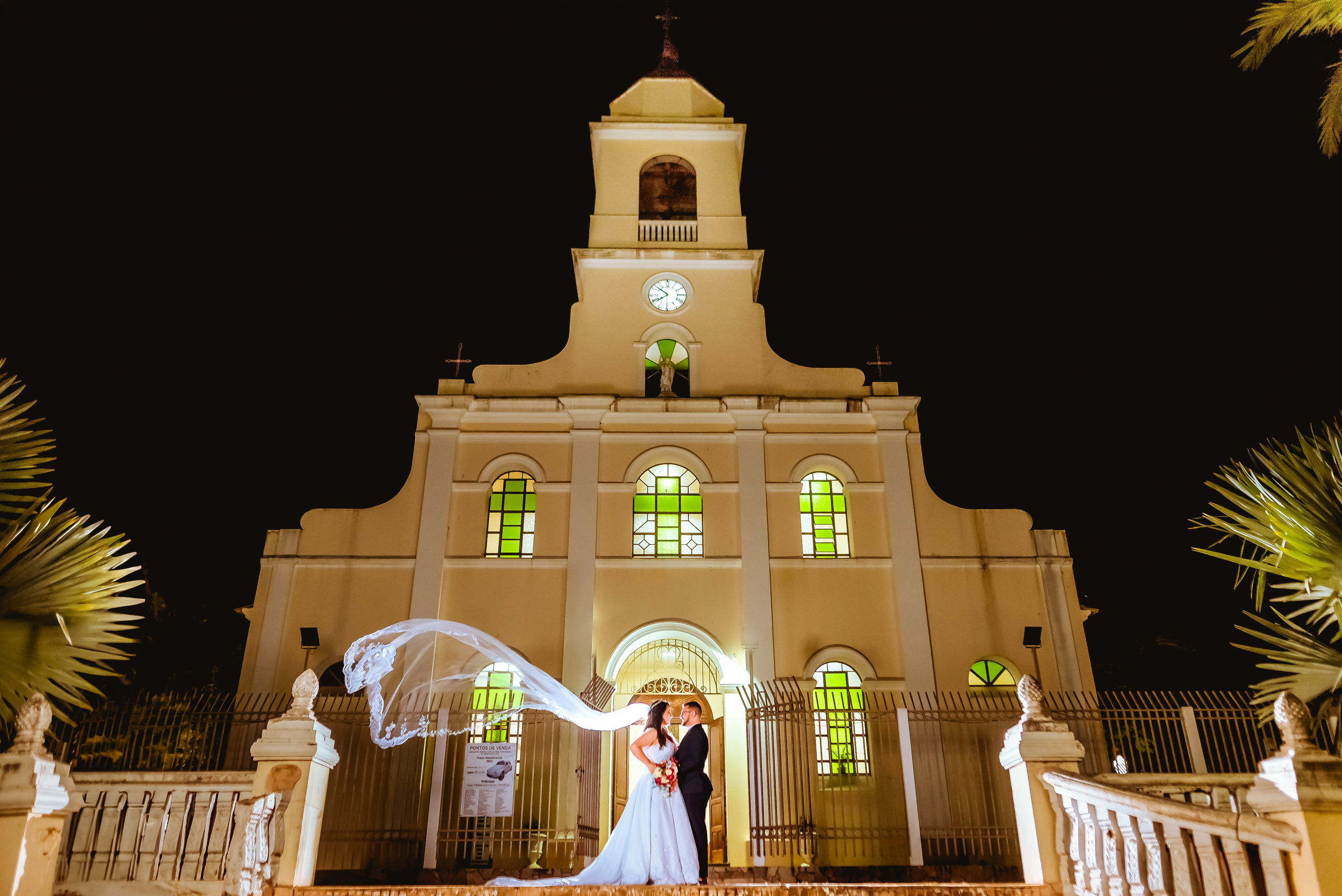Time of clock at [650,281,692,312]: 7:51
